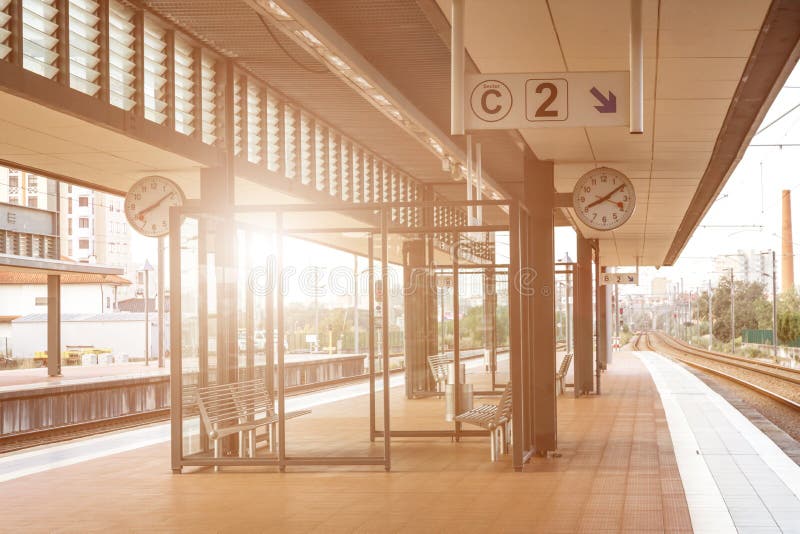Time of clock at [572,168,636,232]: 8:09
